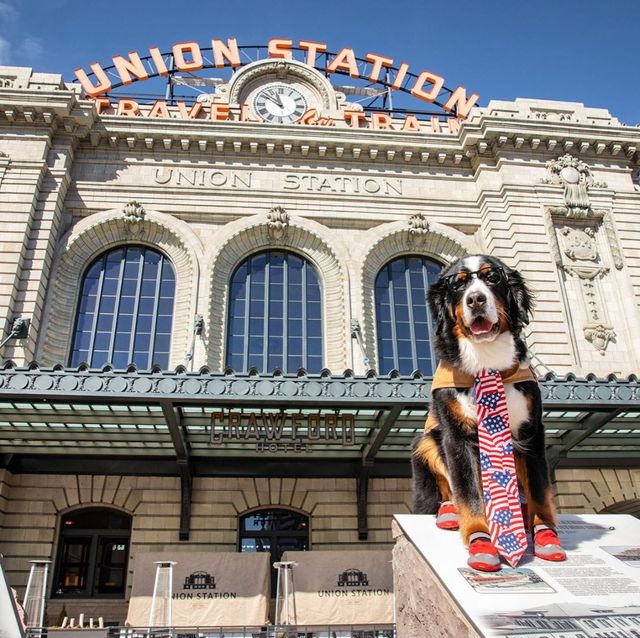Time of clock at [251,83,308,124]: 10:50
